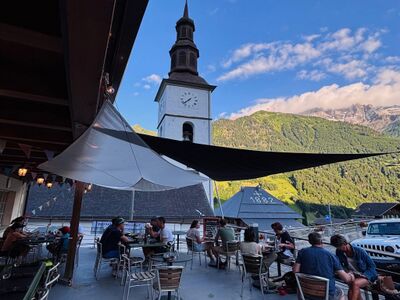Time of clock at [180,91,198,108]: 7:38
